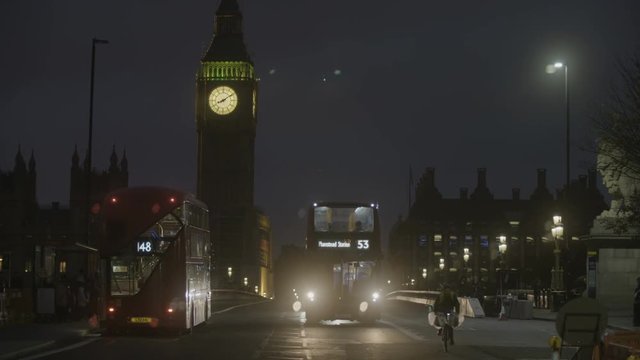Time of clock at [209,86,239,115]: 8:09
